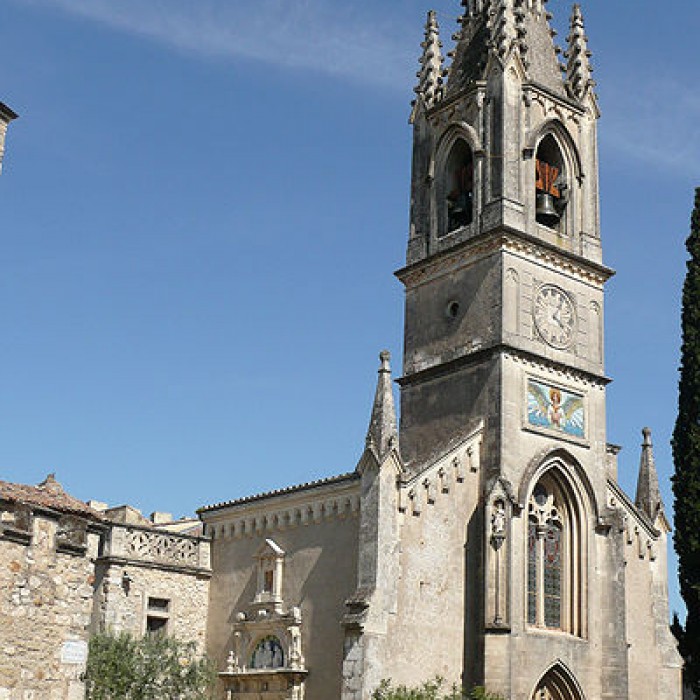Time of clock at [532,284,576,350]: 4:04
